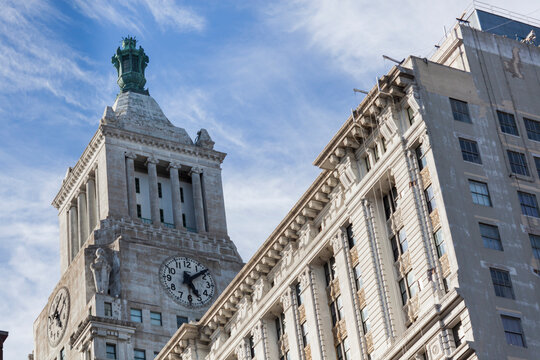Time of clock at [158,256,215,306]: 5:08
